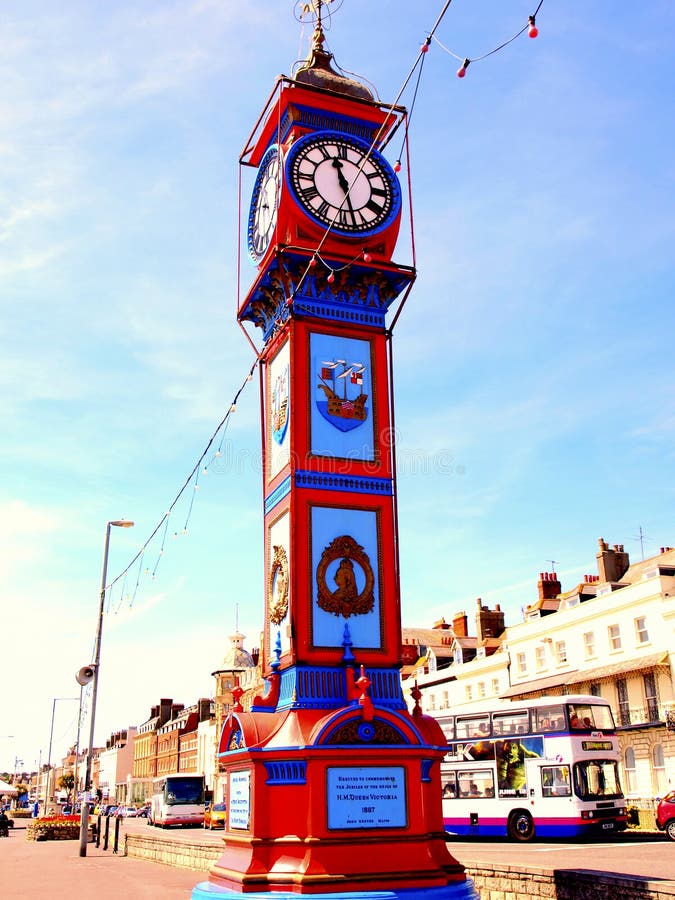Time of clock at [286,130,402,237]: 11:27
